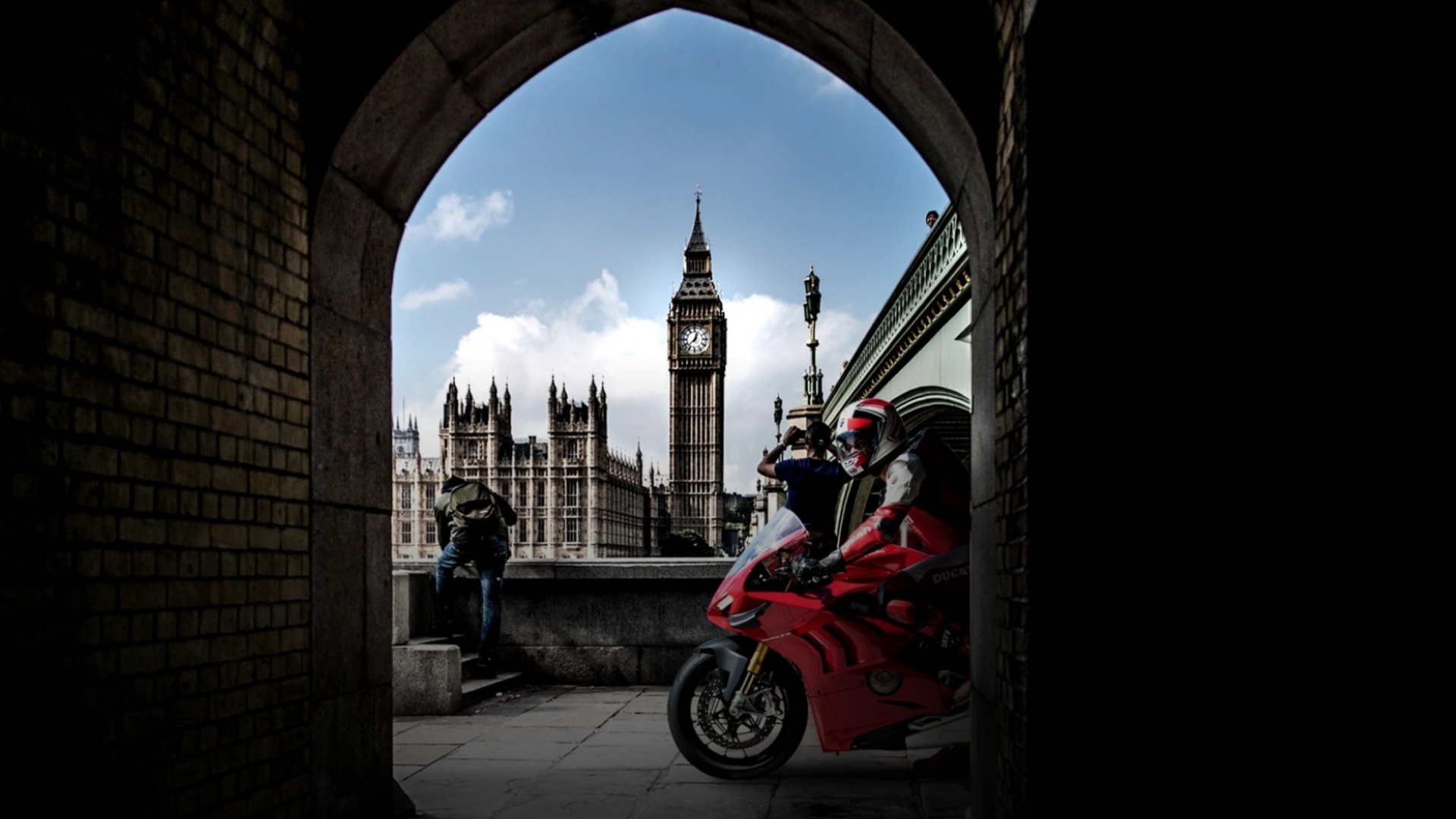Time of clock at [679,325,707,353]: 12:37
